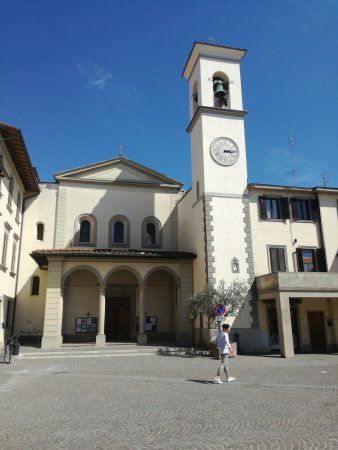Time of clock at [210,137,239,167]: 3:14
